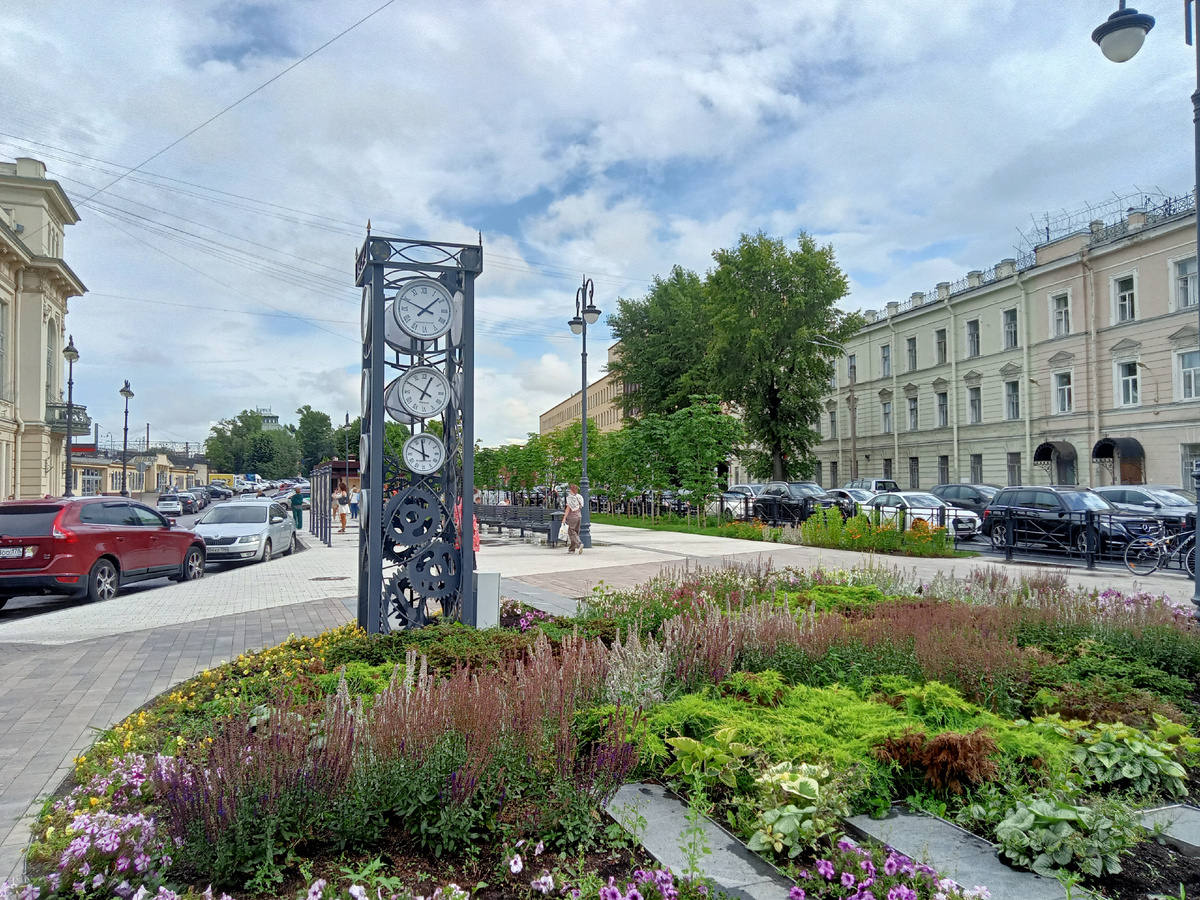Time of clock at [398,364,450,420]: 12:50
